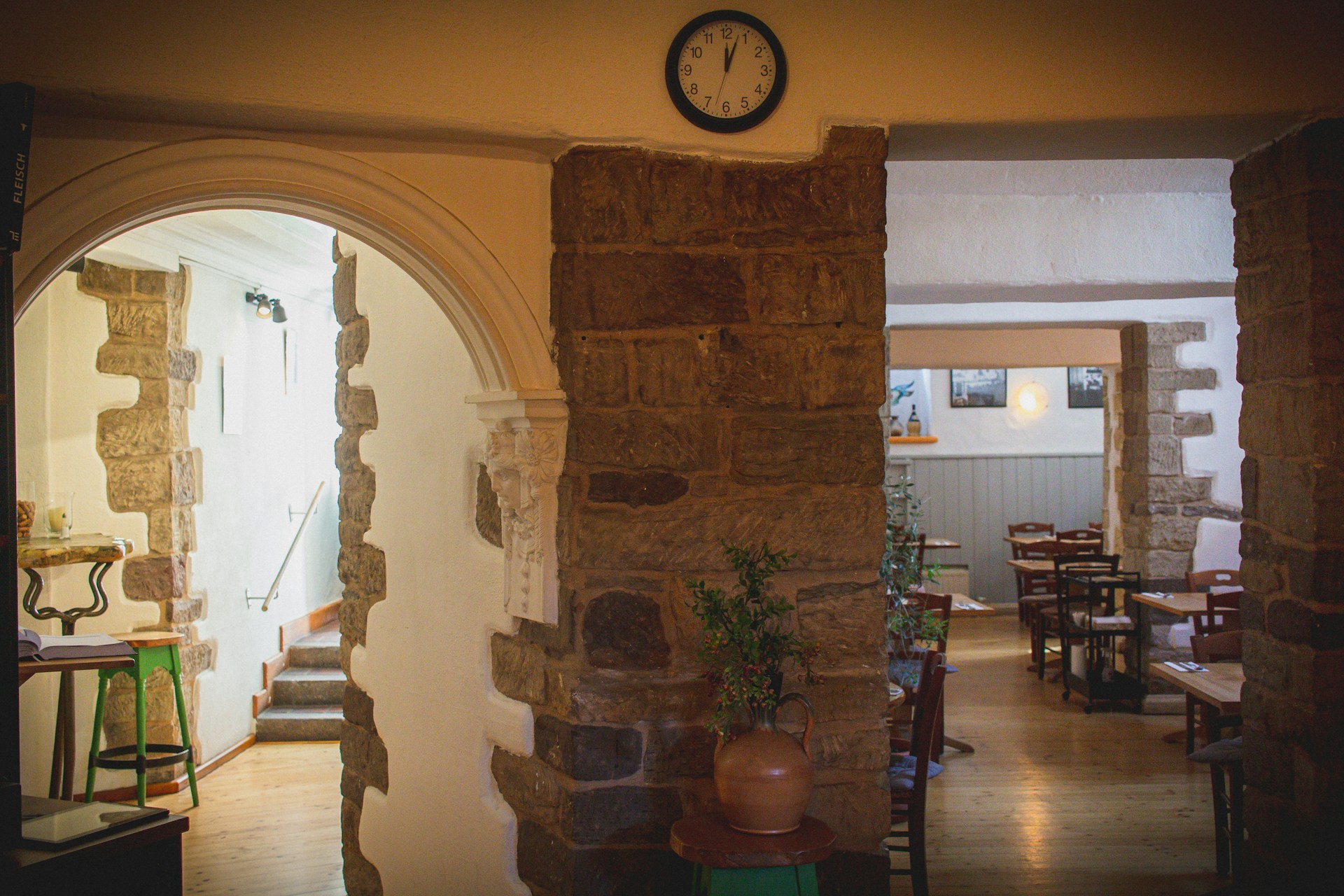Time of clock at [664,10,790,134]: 12:03
